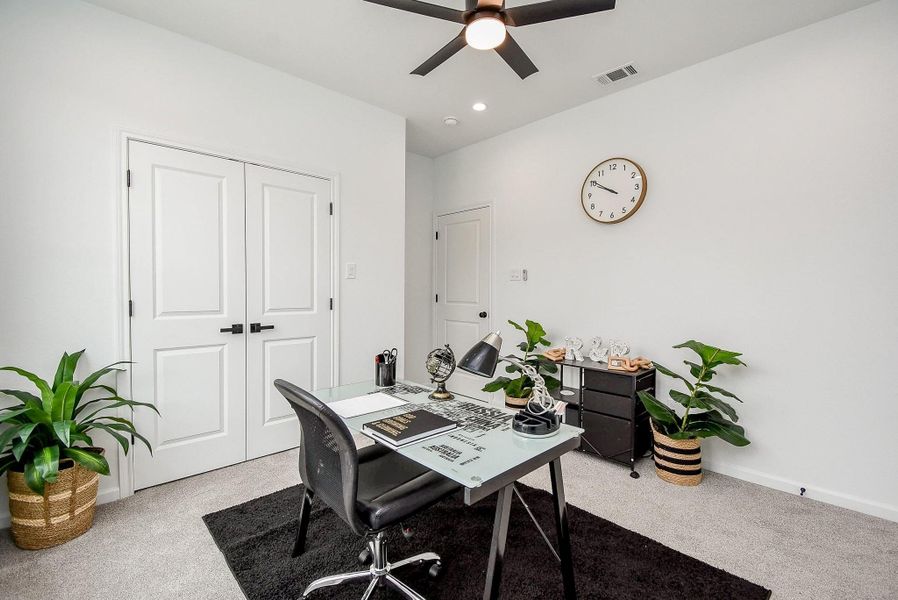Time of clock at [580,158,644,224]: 9:50
